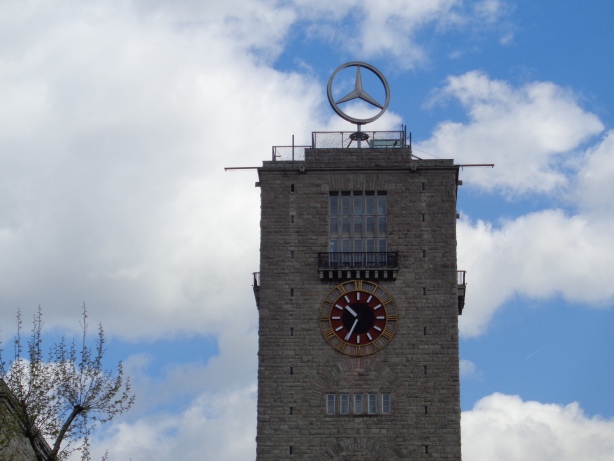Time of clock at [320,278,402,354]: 10:34
